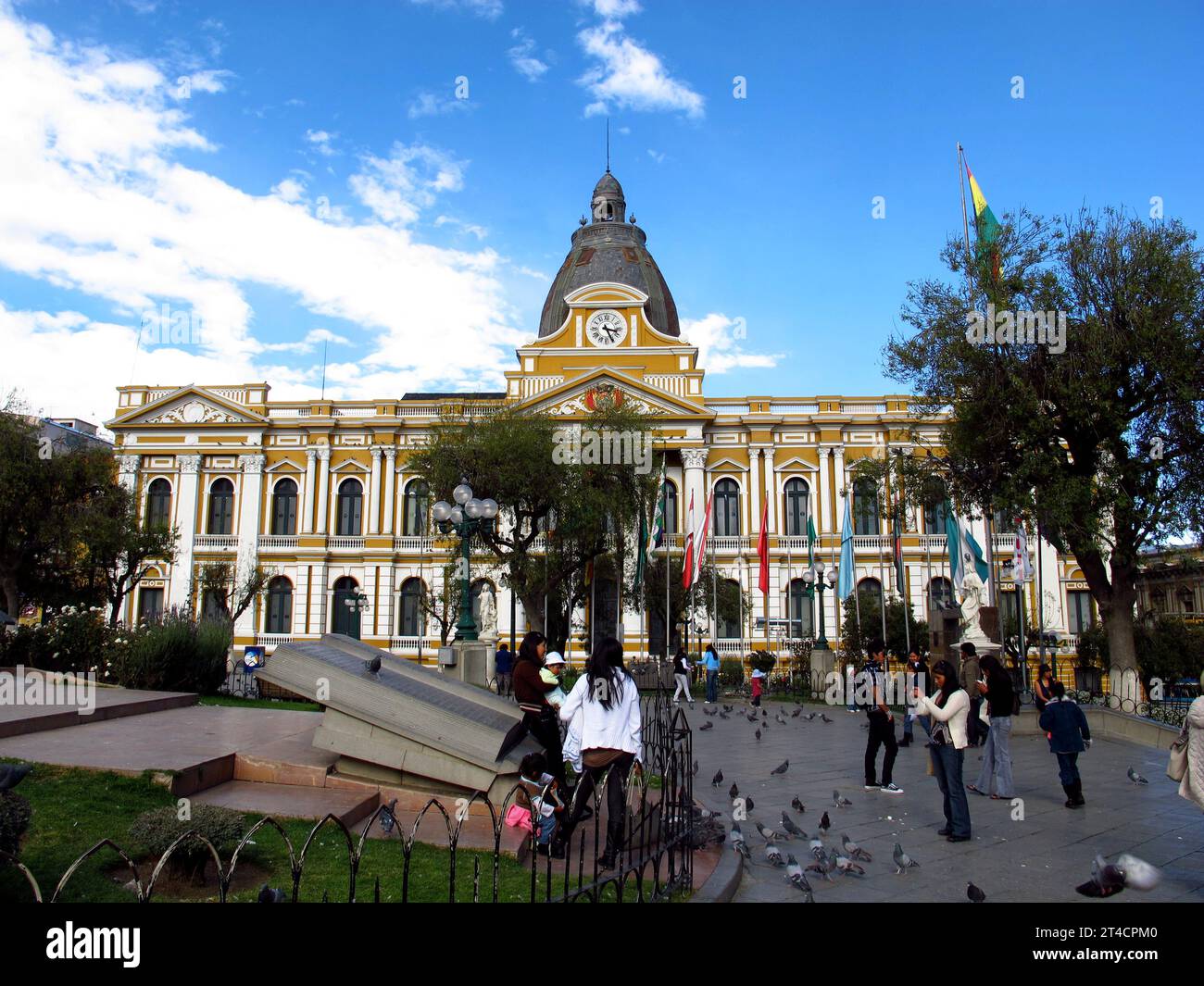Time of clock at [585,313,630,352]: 3:25
